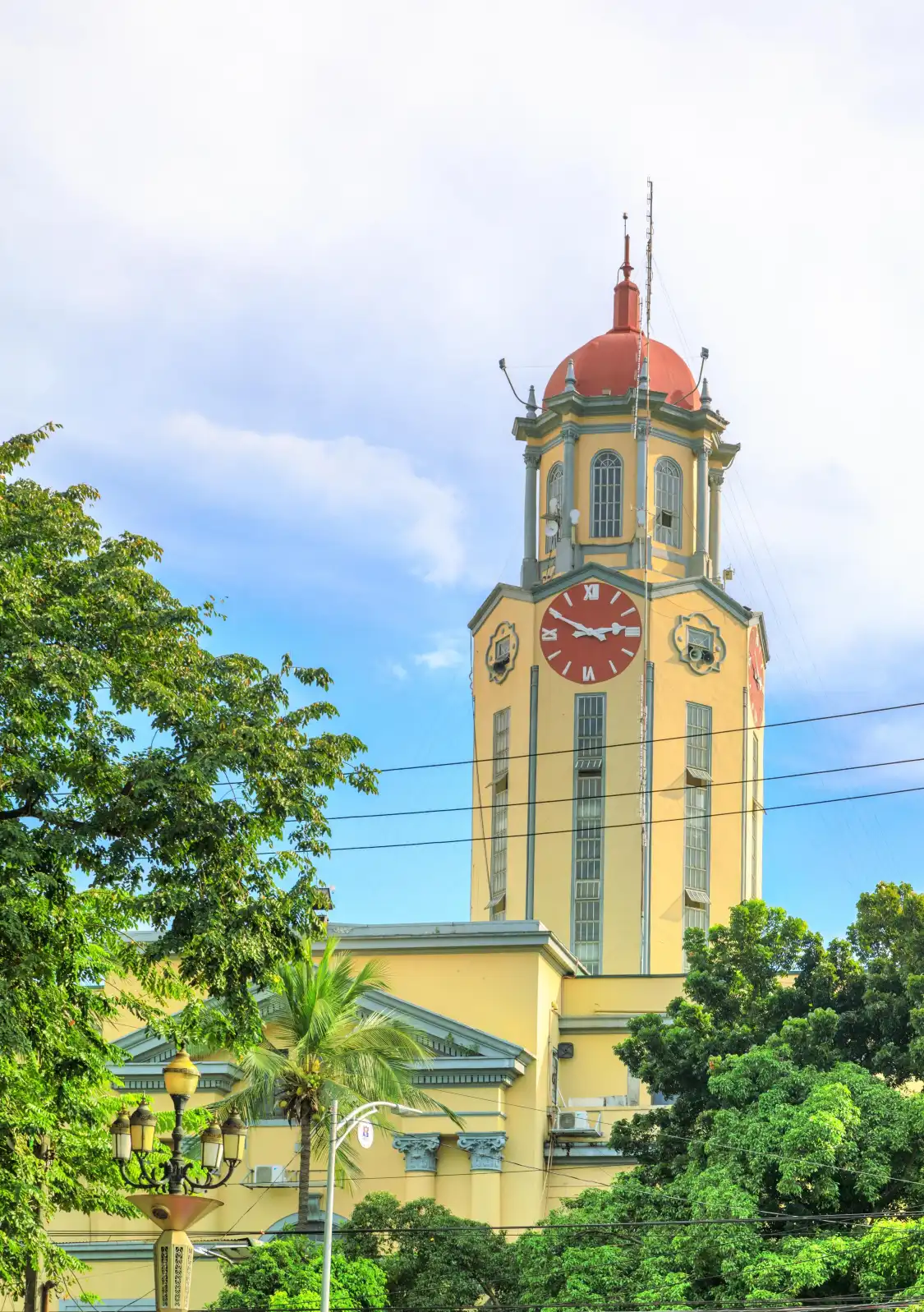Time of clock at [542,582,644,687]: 2:49
